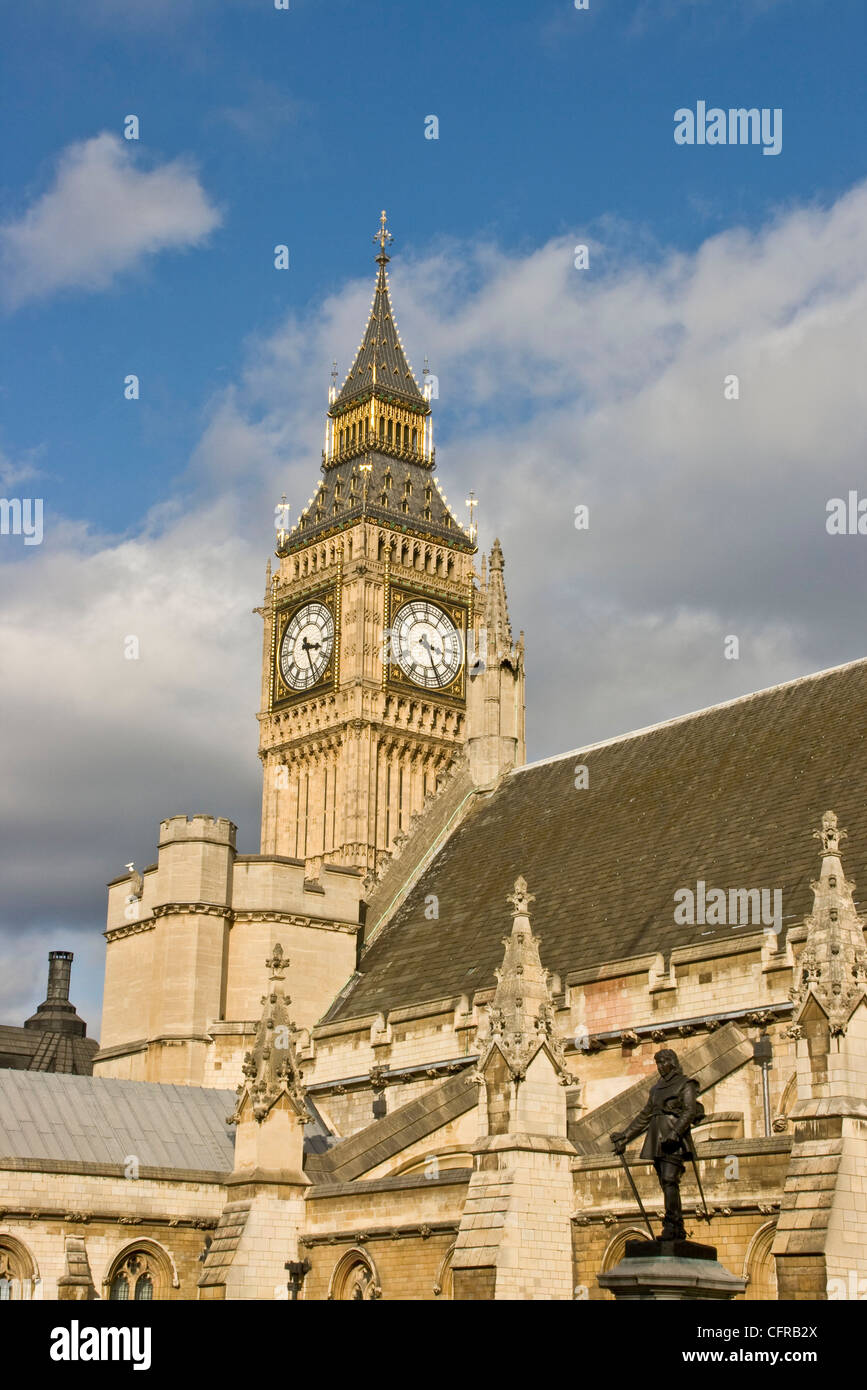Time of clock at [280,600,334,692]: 3:26
